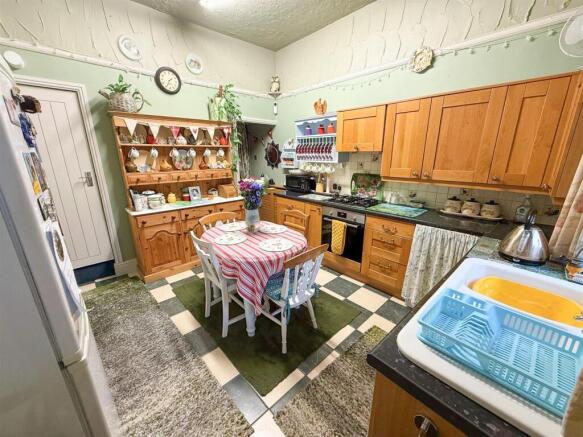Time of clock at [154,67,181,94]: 1:34
